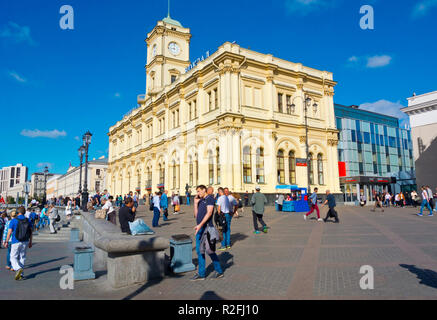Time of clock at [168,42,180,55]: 9:01
